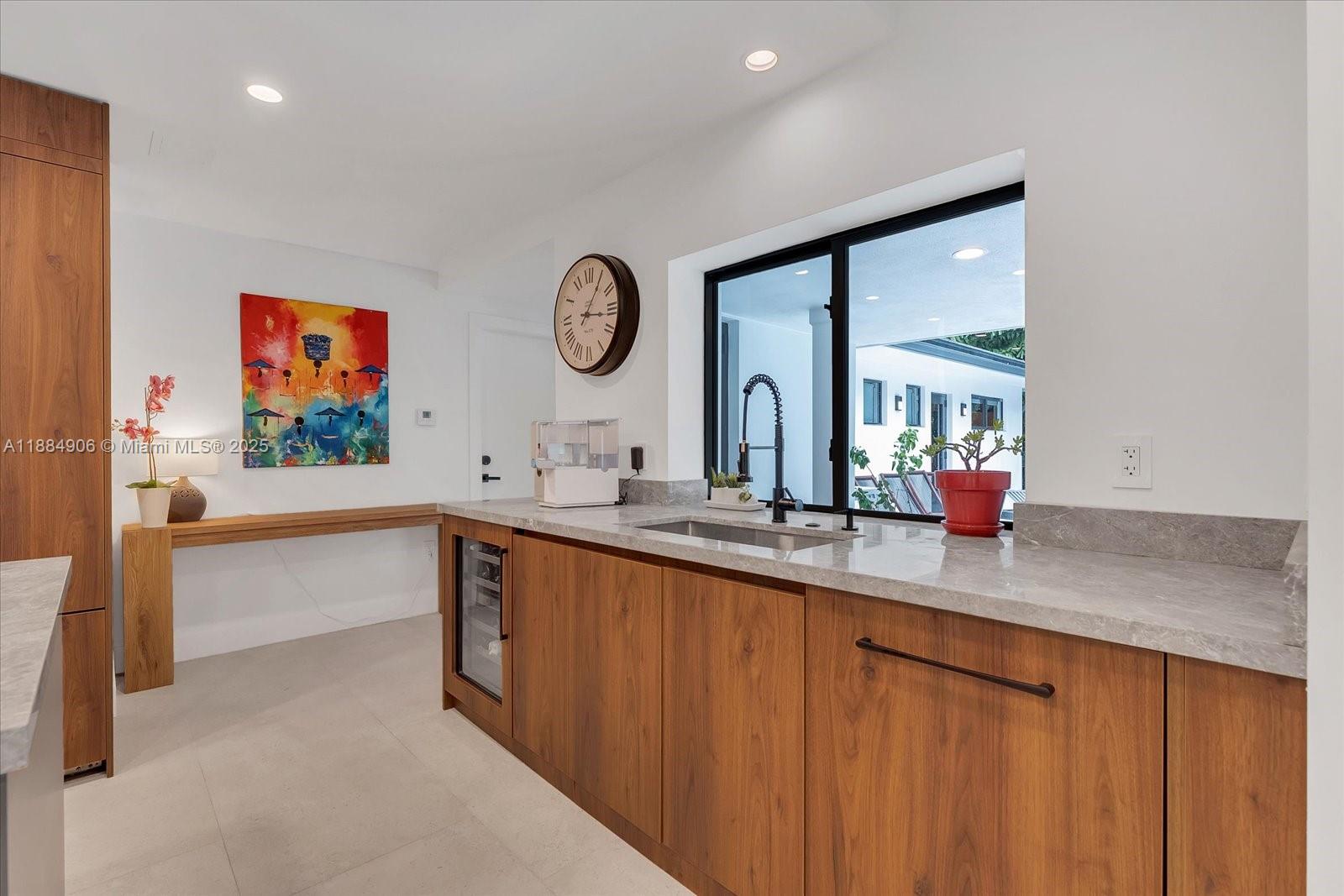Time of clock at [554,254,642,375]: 3:05
